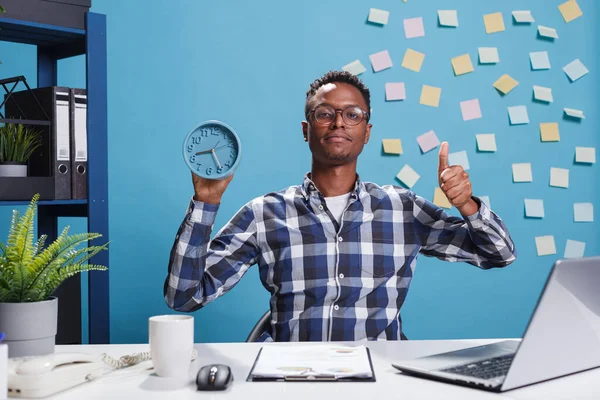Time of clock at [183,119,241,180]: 8:24
